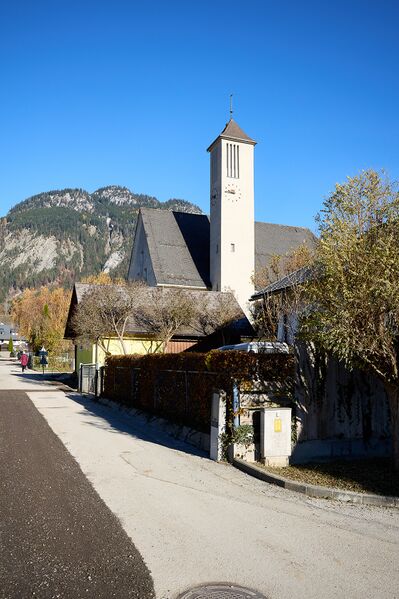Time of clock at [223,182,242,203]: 9:45
